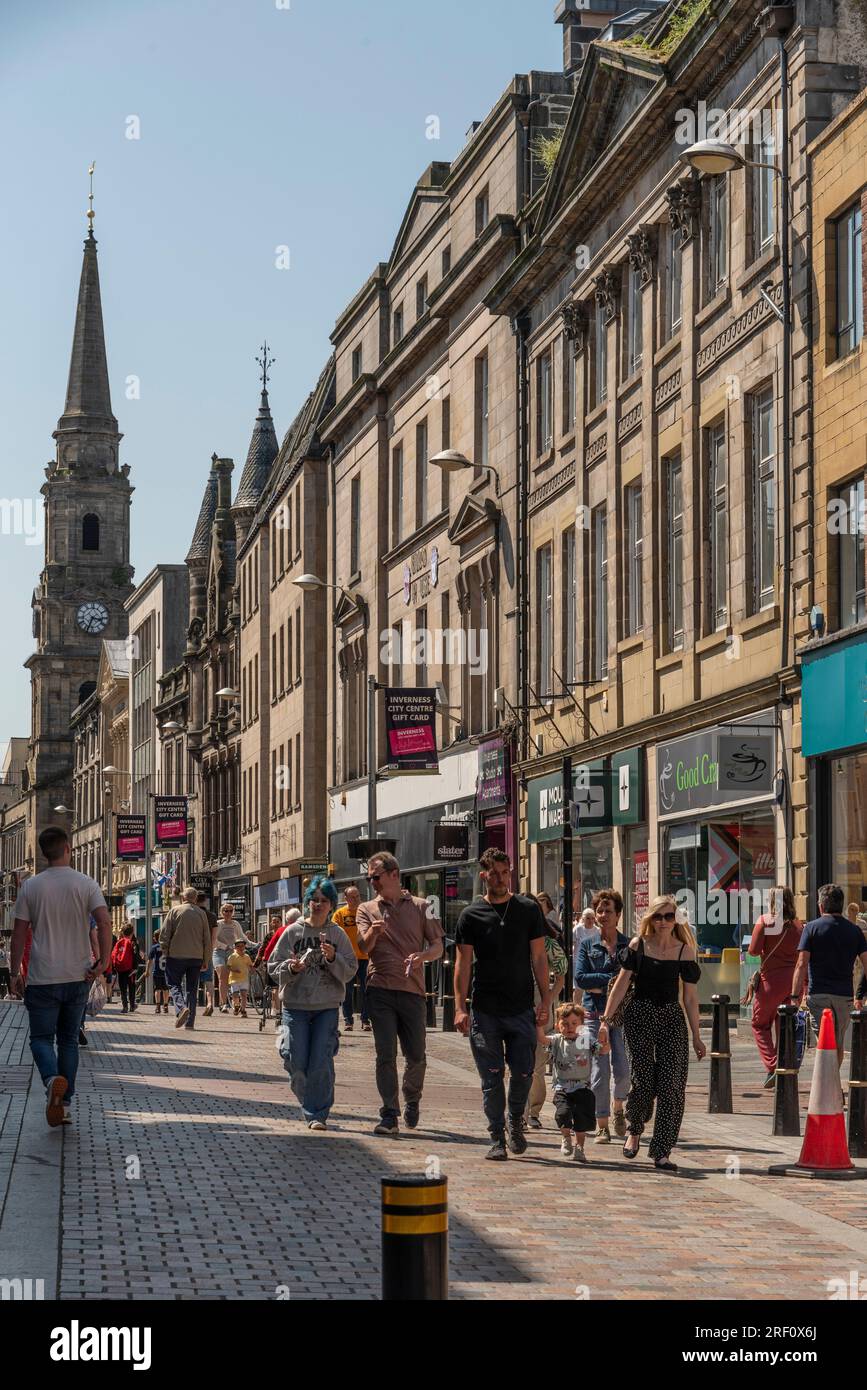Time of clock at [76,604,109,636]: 3:34
